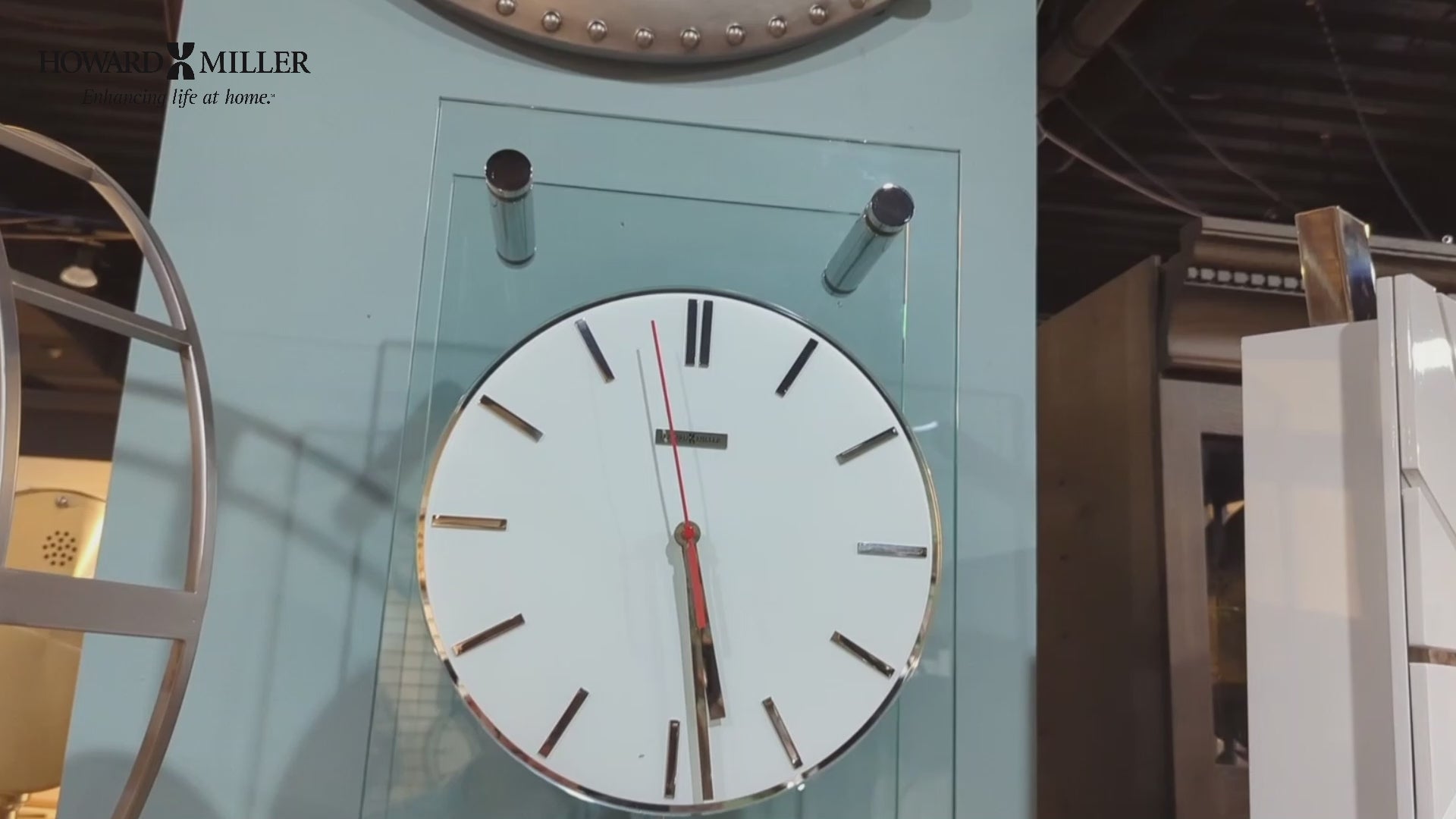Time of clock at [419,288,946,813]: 5:28
